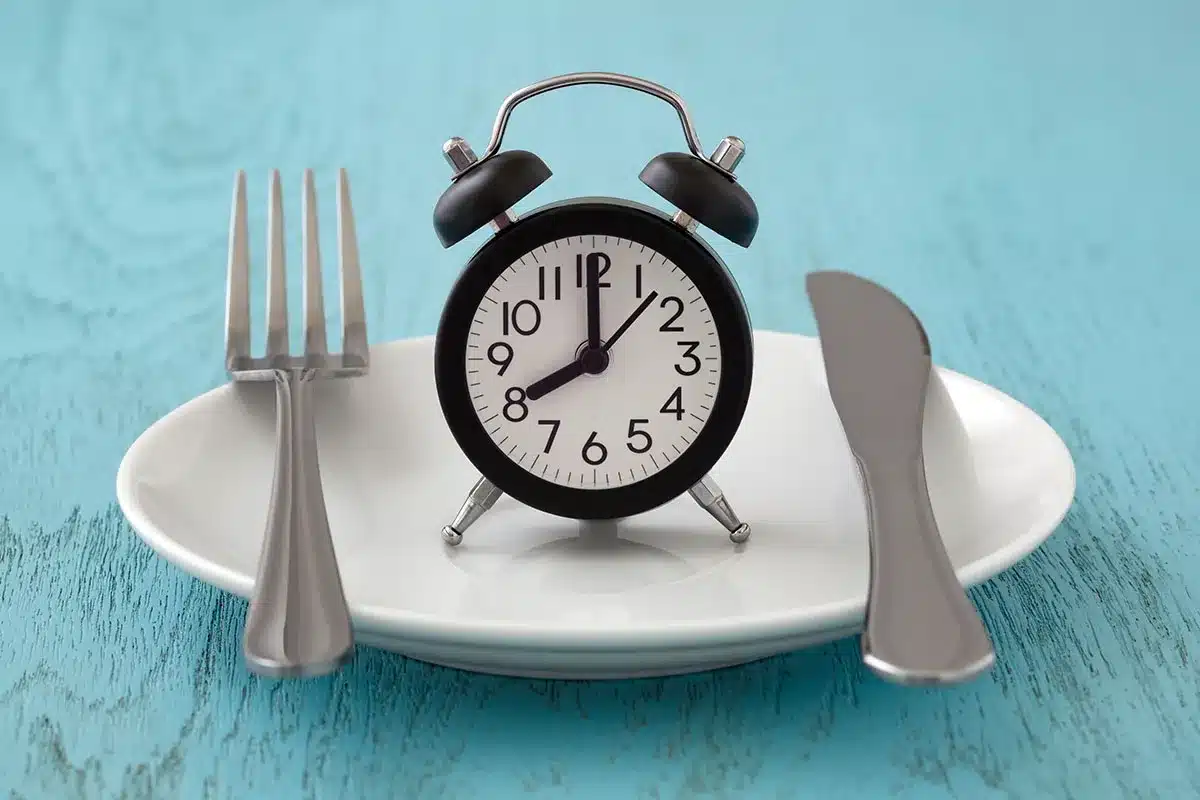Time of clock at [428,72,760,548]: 8:00
